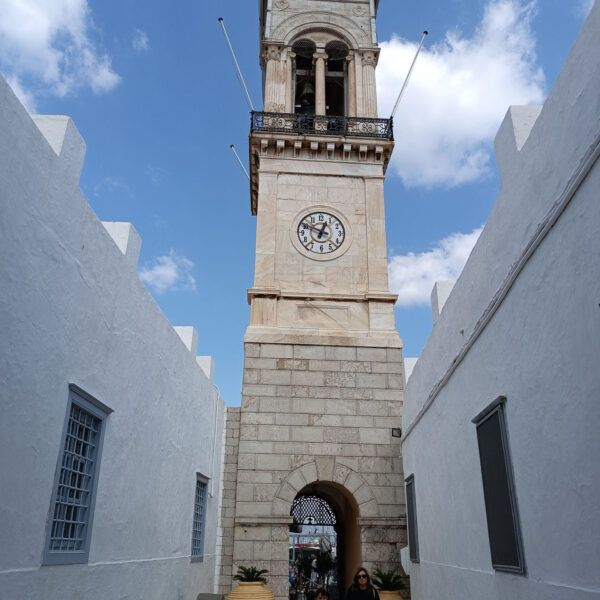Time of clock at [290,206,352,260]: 12:49
